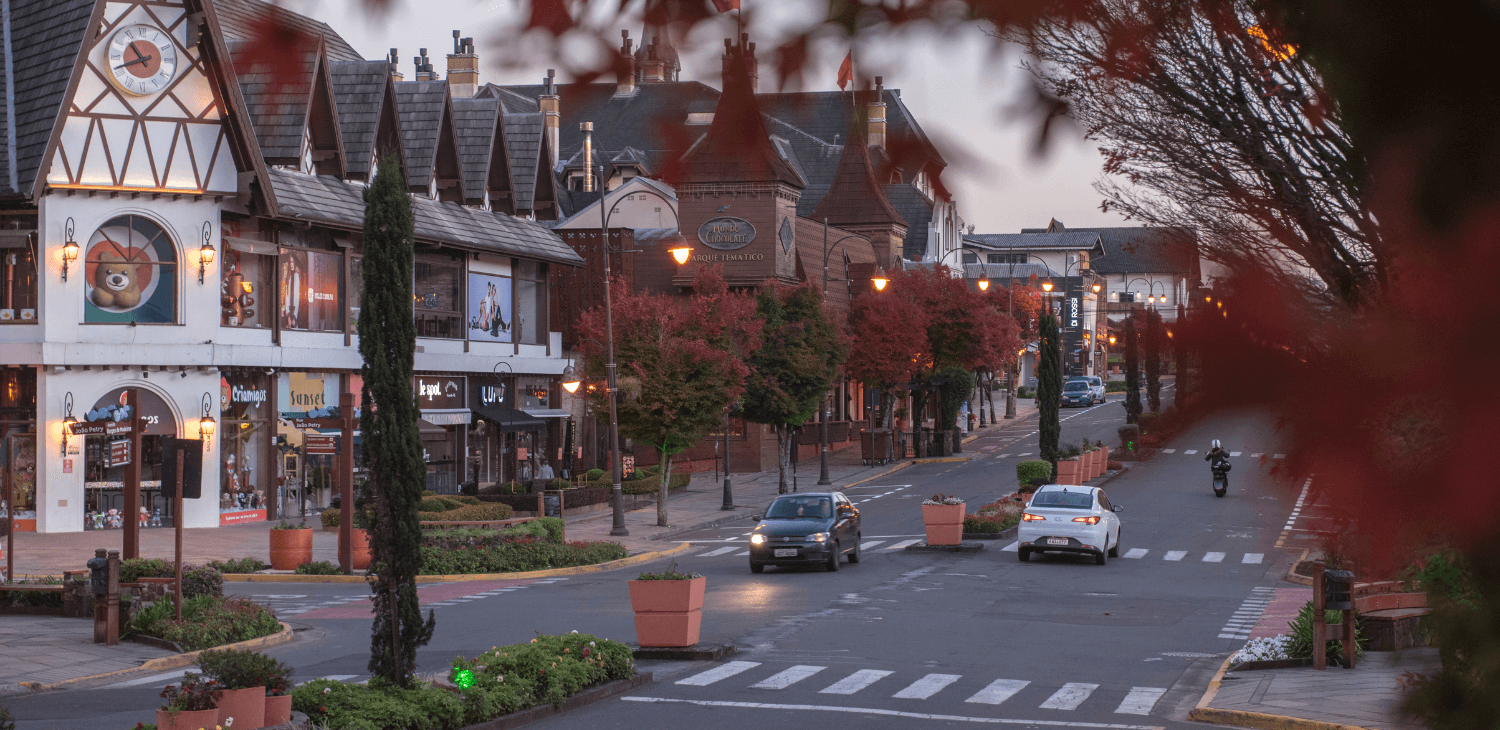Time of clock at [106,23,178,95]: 10:41
